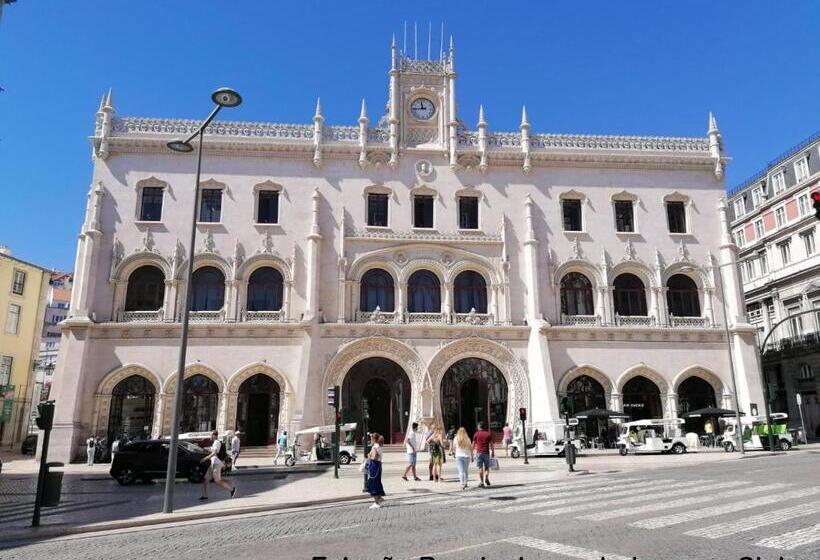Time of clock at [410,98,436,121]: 11:44
